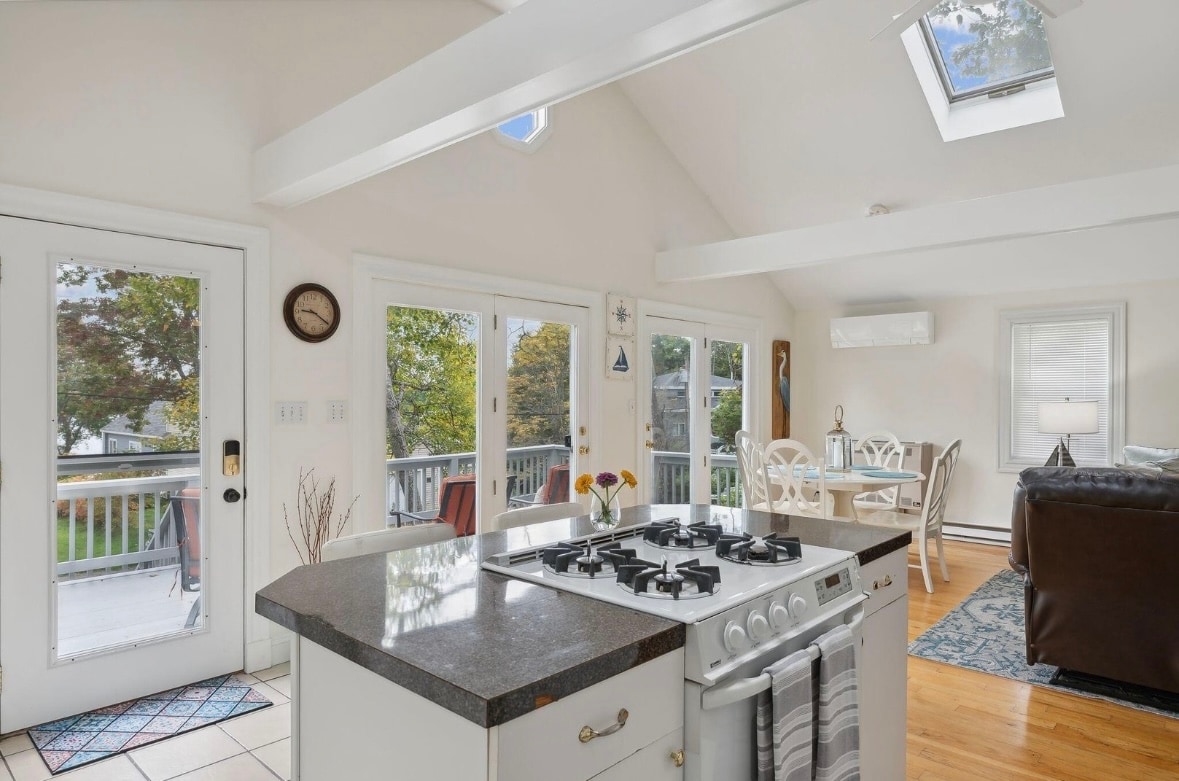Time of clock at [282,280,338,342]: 9:20
